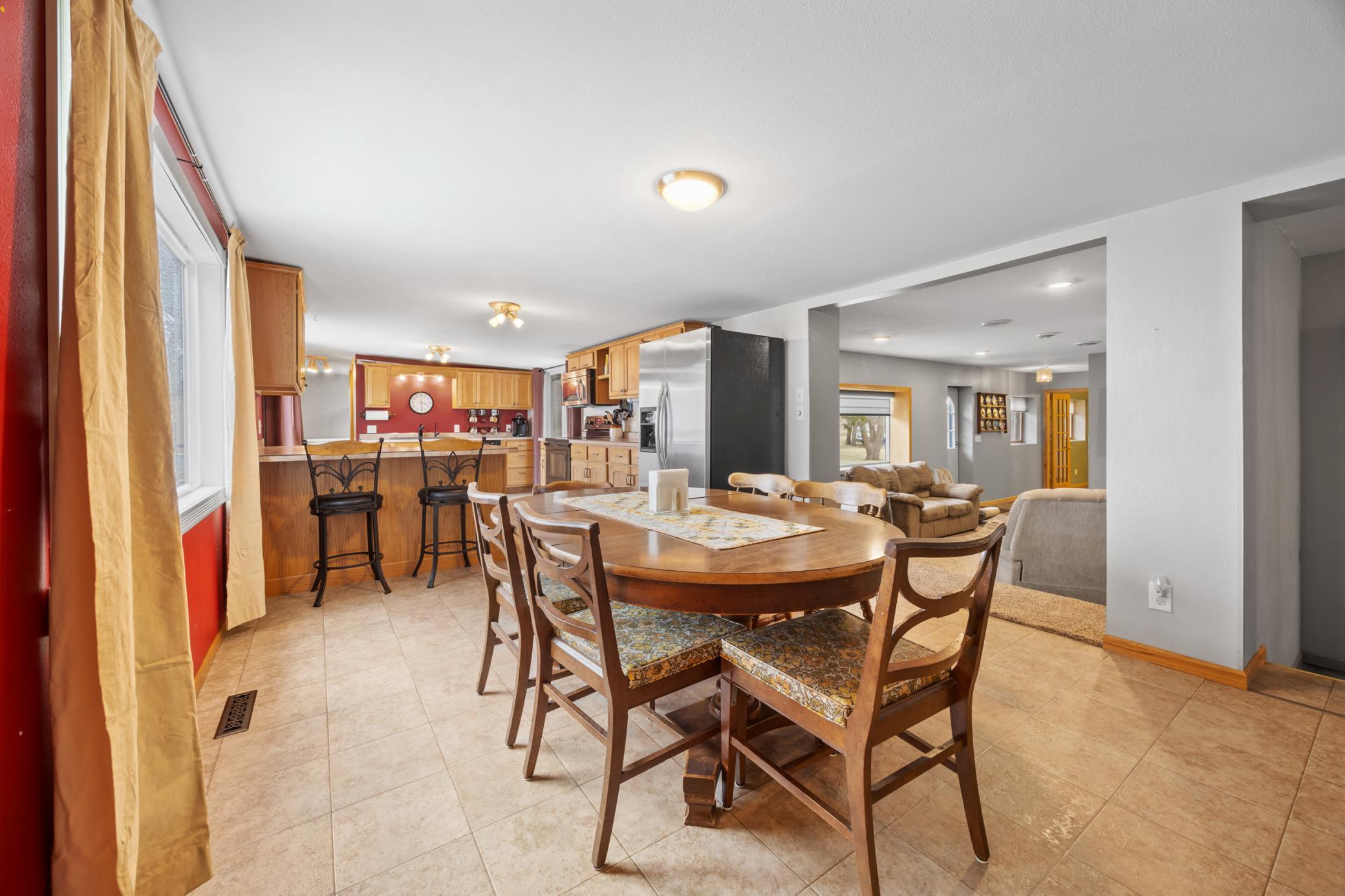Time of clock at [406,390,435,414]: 3:29
